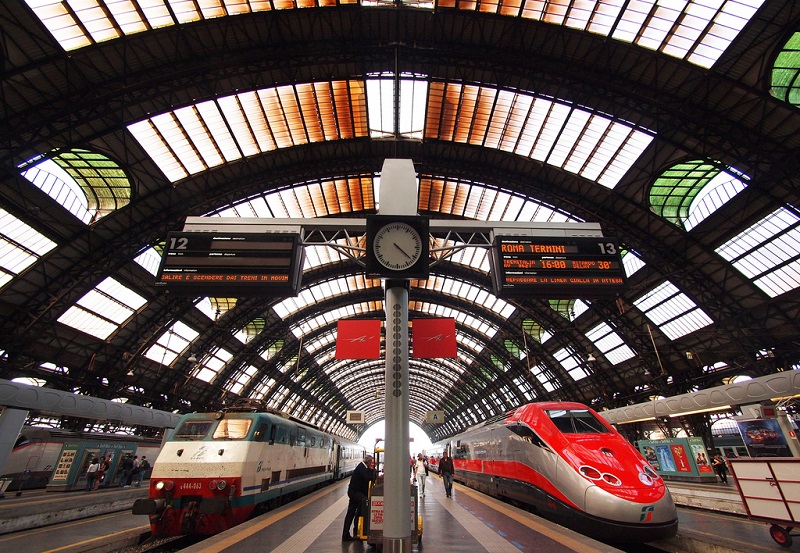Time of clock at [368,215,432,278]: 4:21
